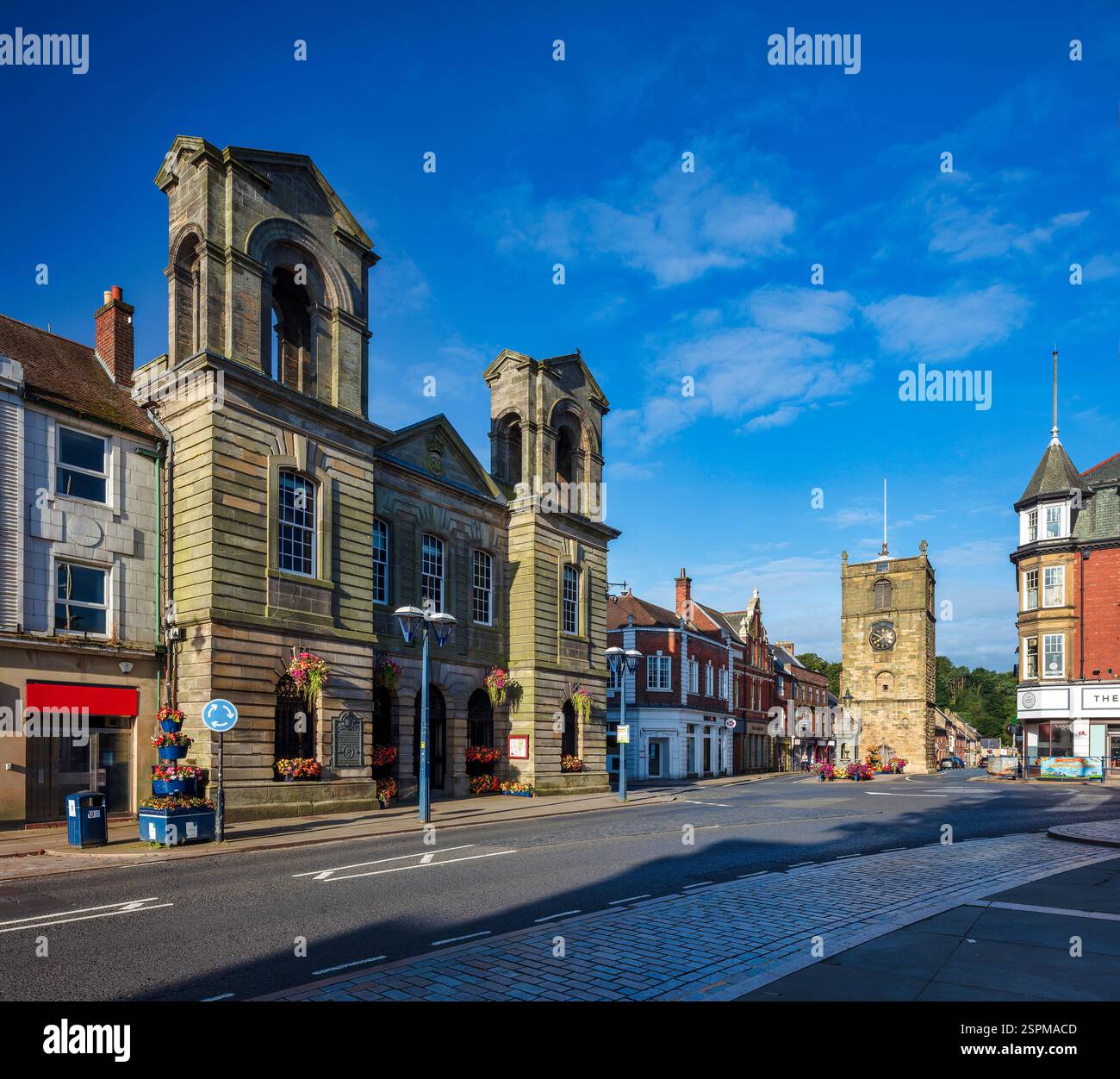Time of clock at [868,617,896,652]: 7:49
